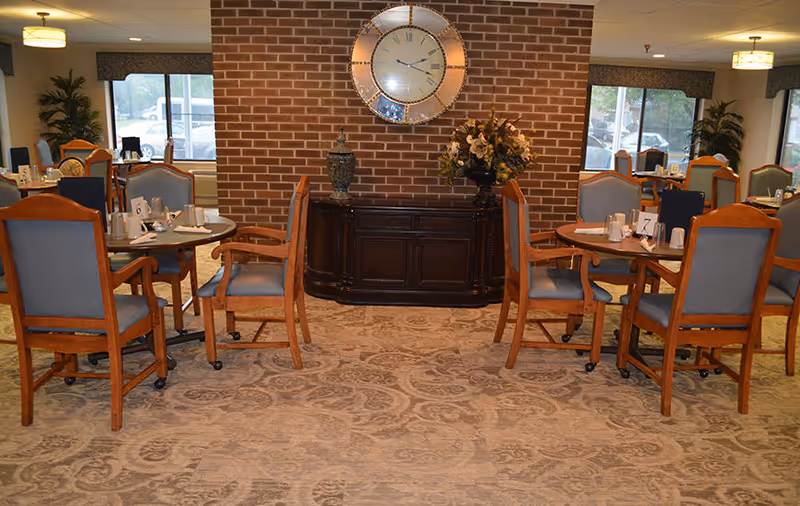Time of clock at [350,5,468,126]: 2:18
